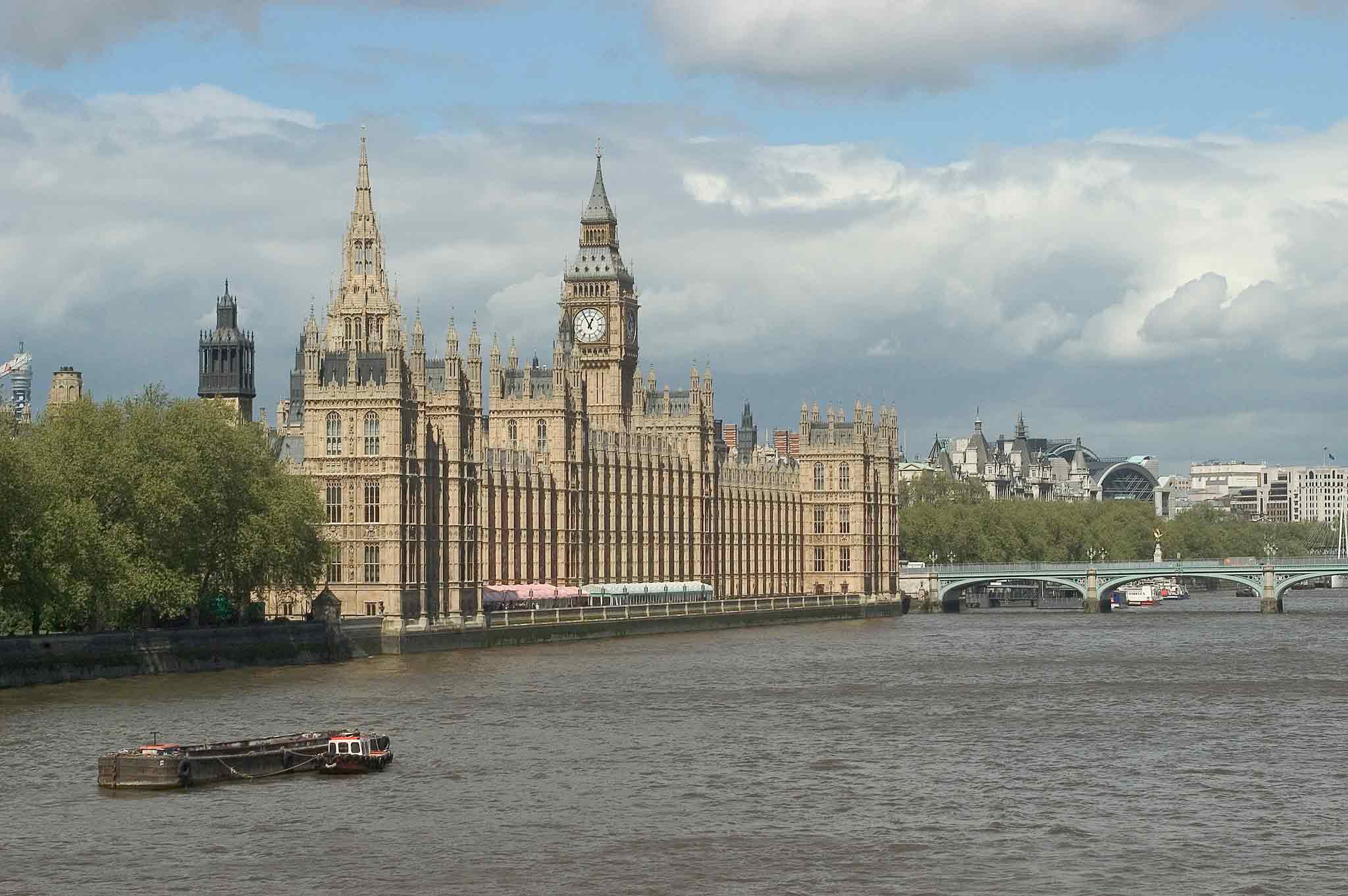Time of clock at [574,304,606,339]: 12:55
